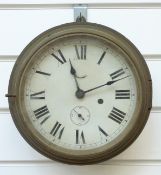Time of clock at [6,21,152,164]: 11:11
